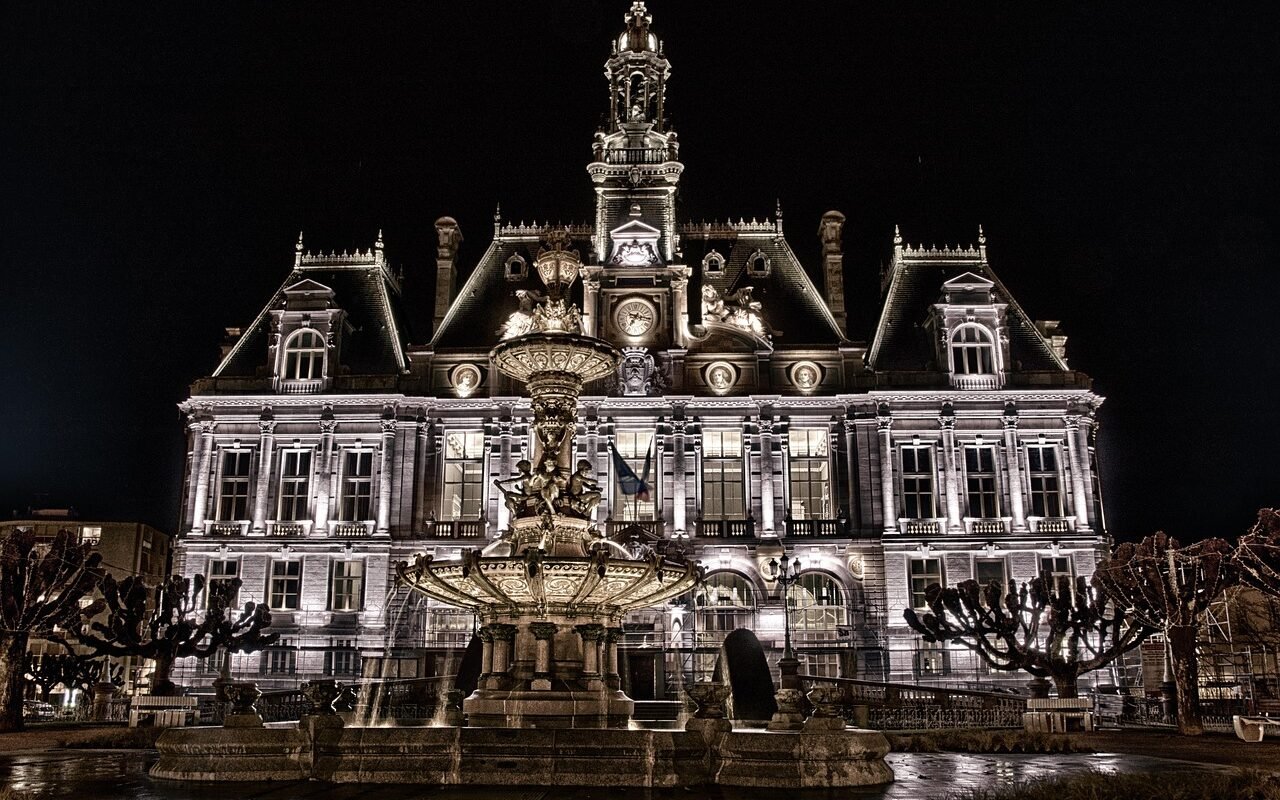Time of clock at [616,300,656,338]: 7:15
